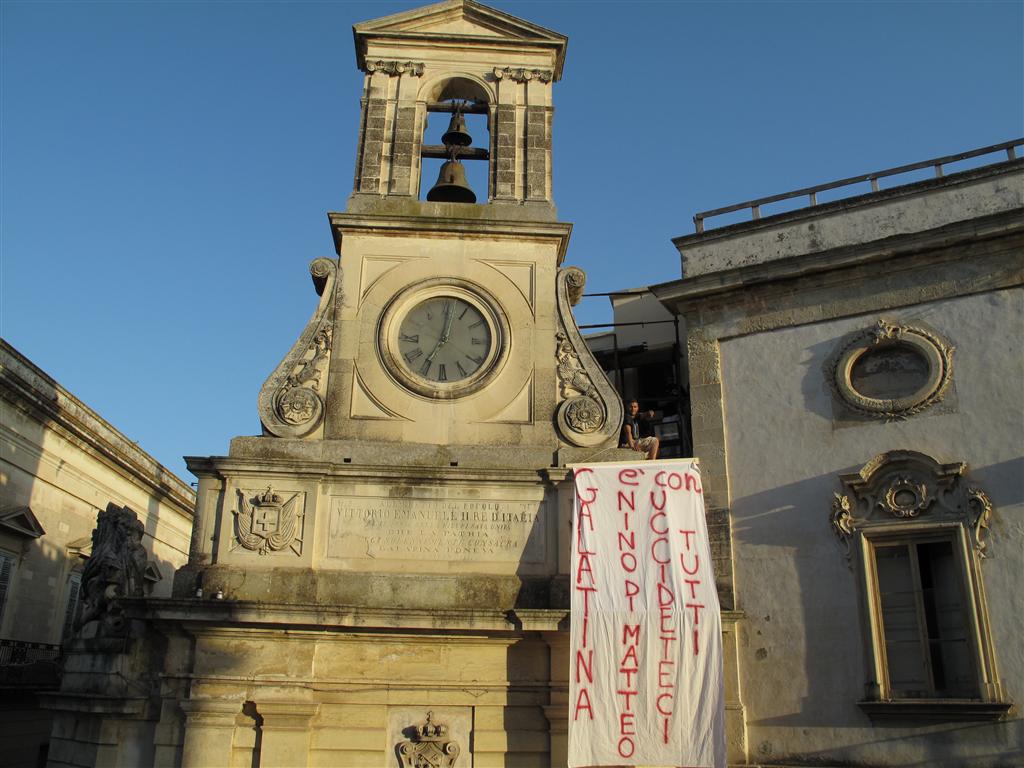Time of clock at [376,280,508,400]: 7:01
